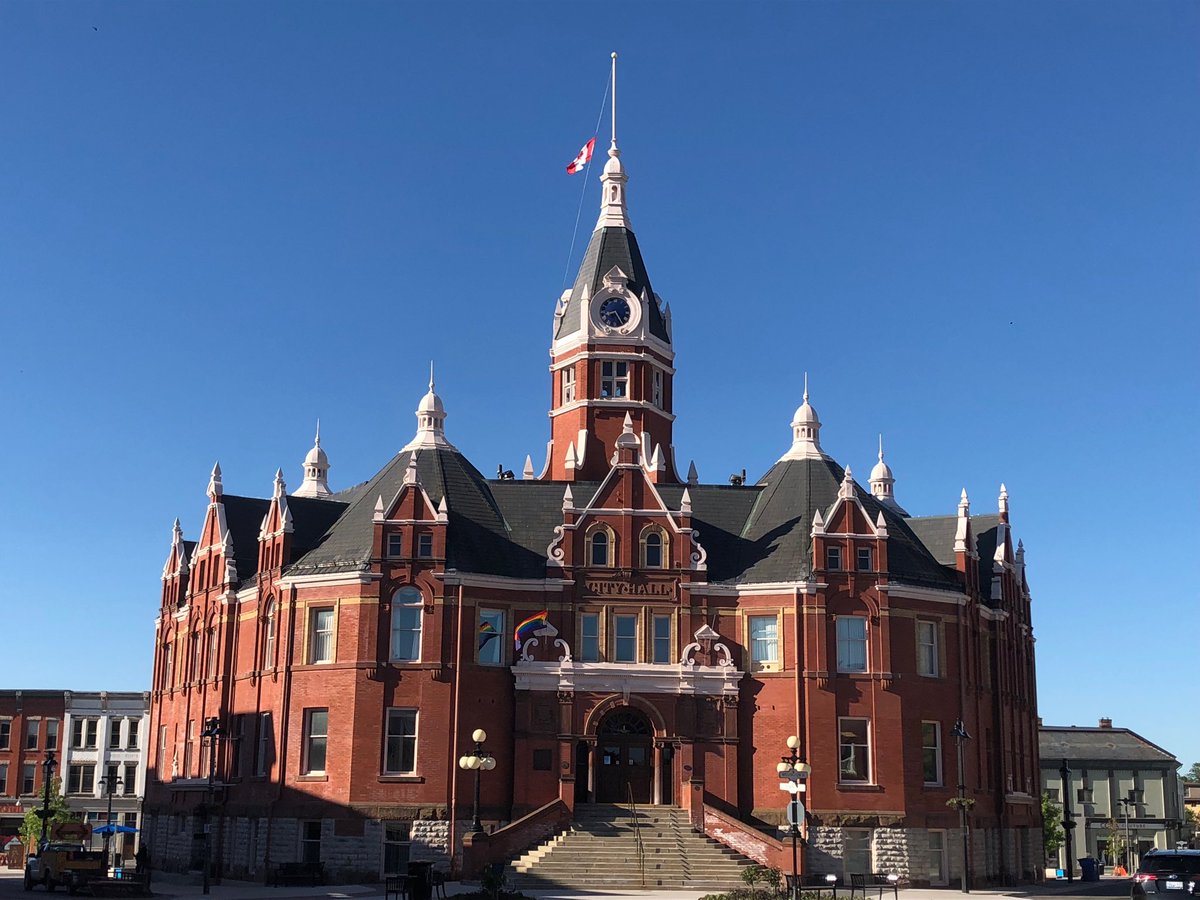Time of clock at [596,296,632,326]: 8:24
